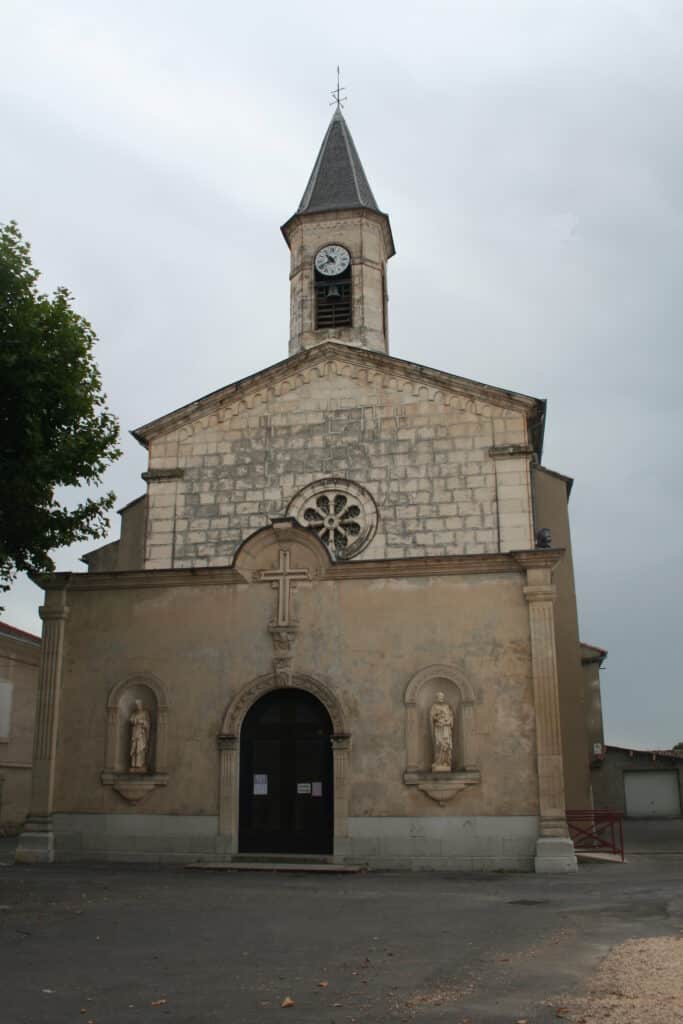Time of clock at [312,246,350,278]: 10:41
